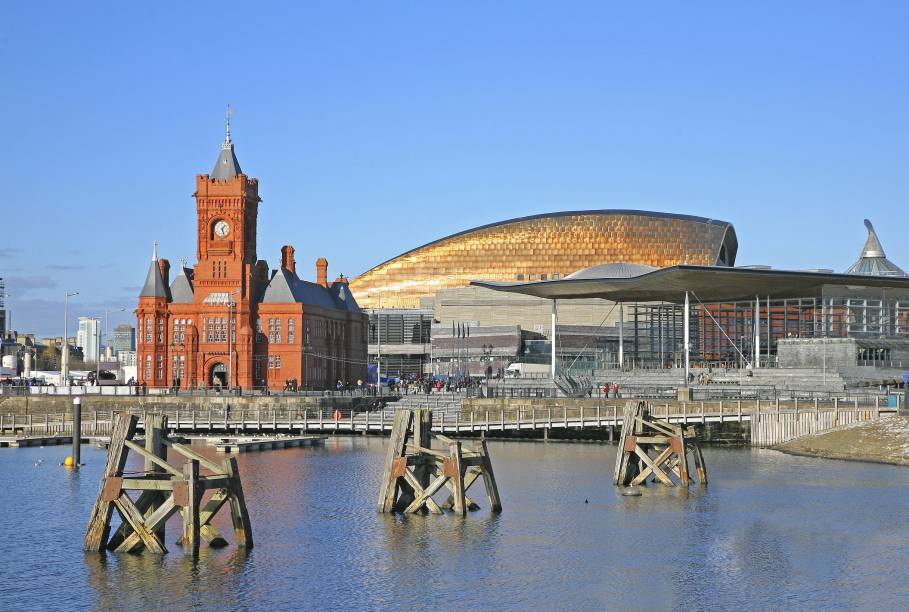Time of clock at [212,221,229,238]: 1:27
